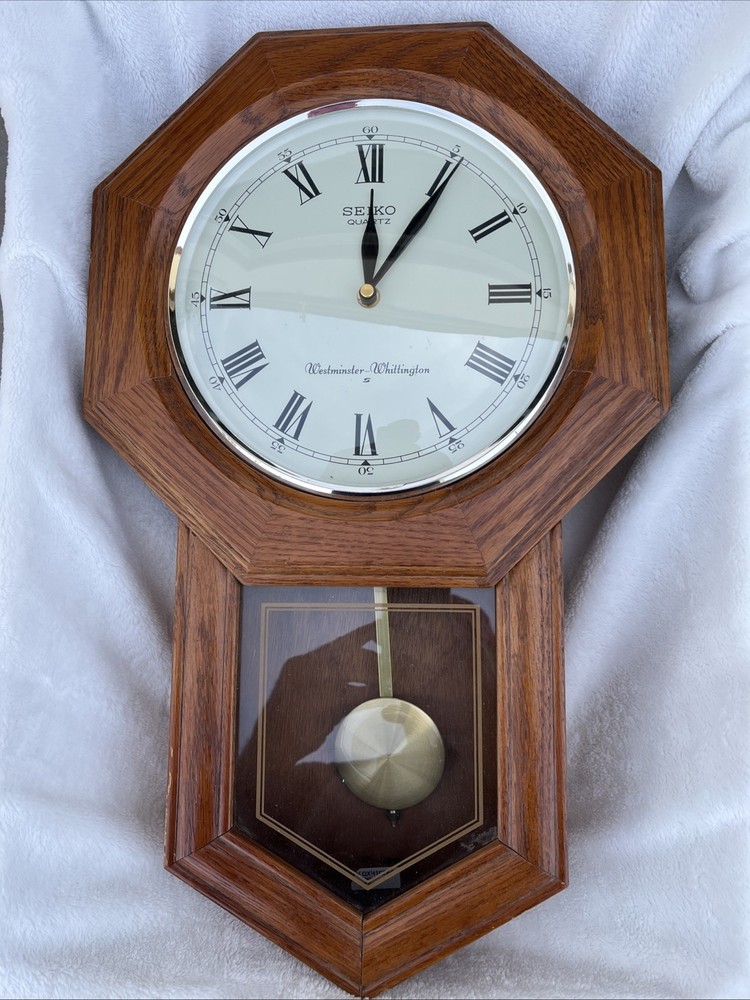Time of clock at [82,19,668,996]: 12:05
